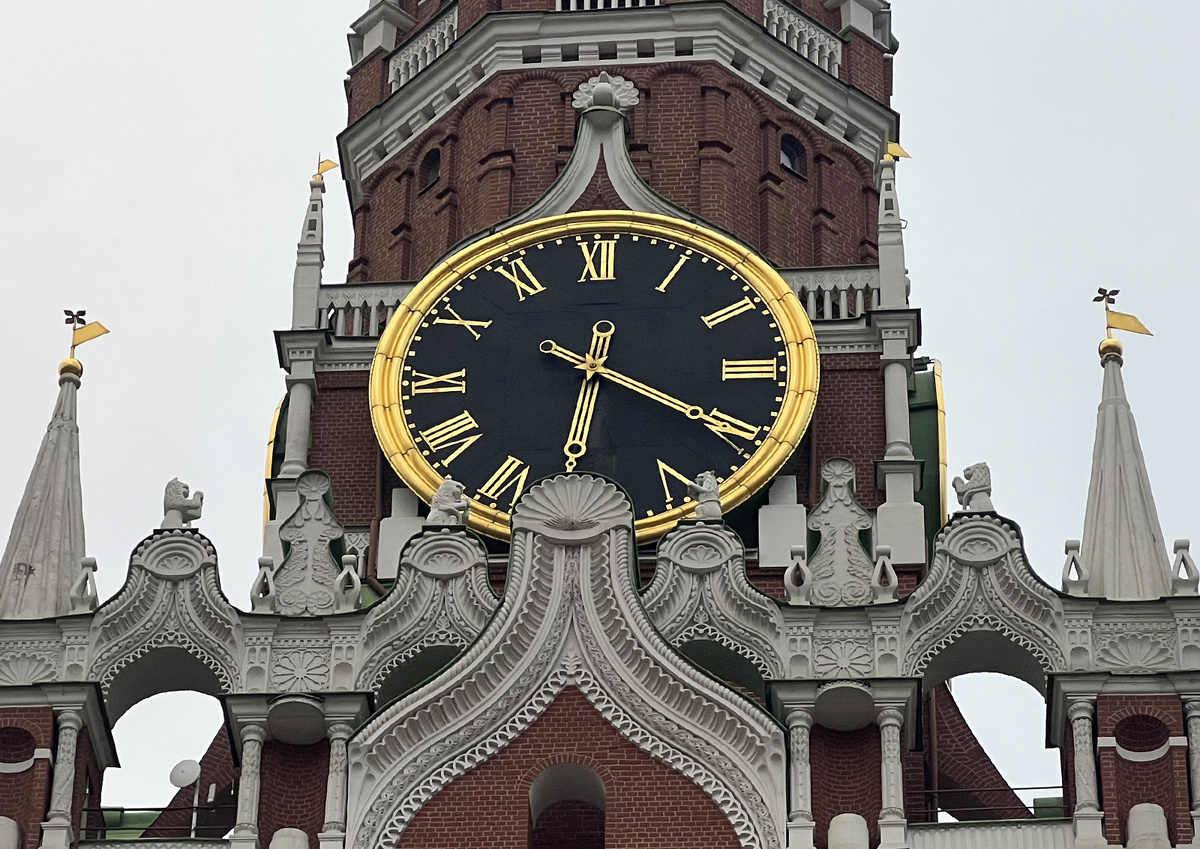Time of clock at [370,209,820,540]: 6:20
